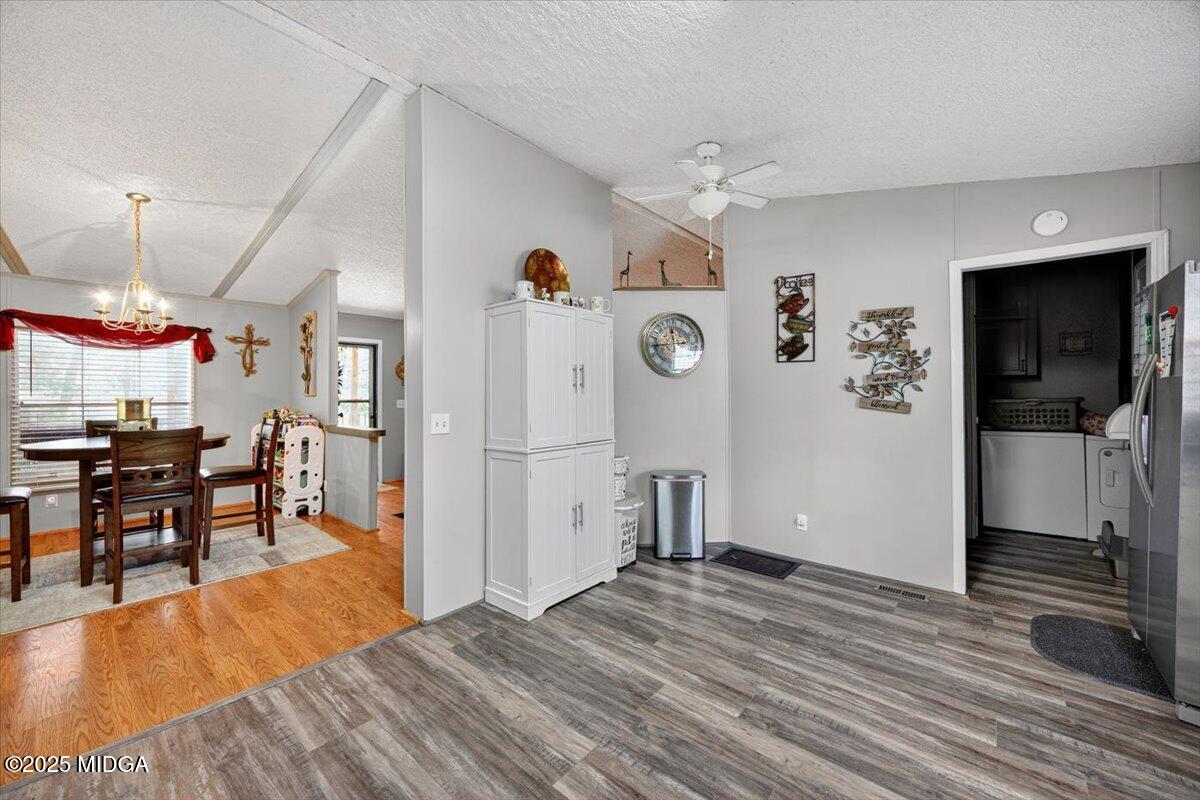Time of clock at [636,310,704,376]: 11:43
